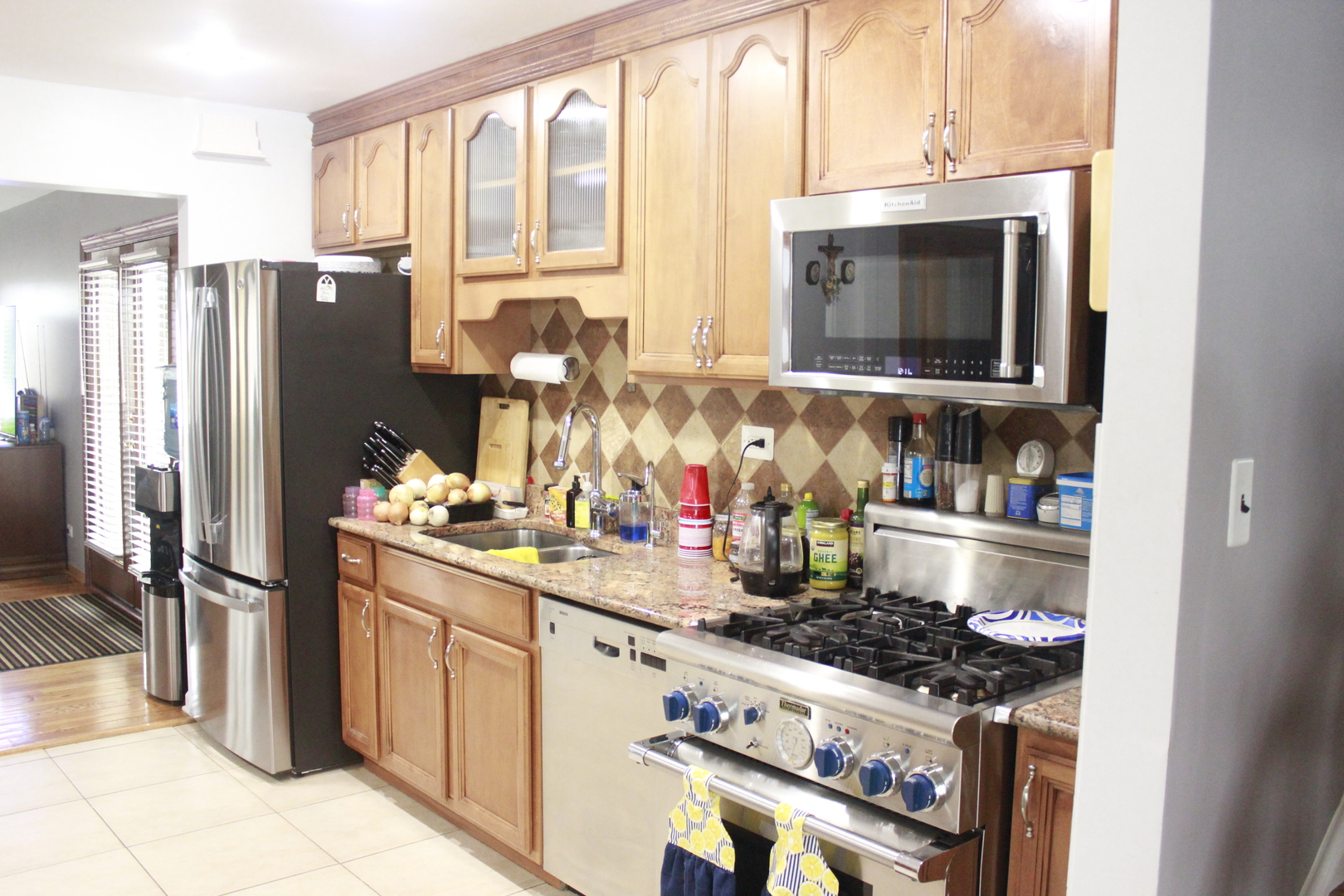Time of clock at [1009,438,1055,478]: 11:31
